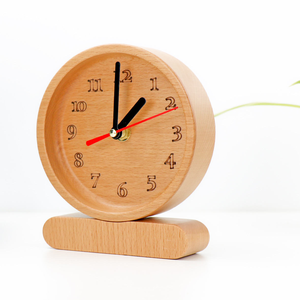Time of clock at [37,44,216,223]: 2:01
